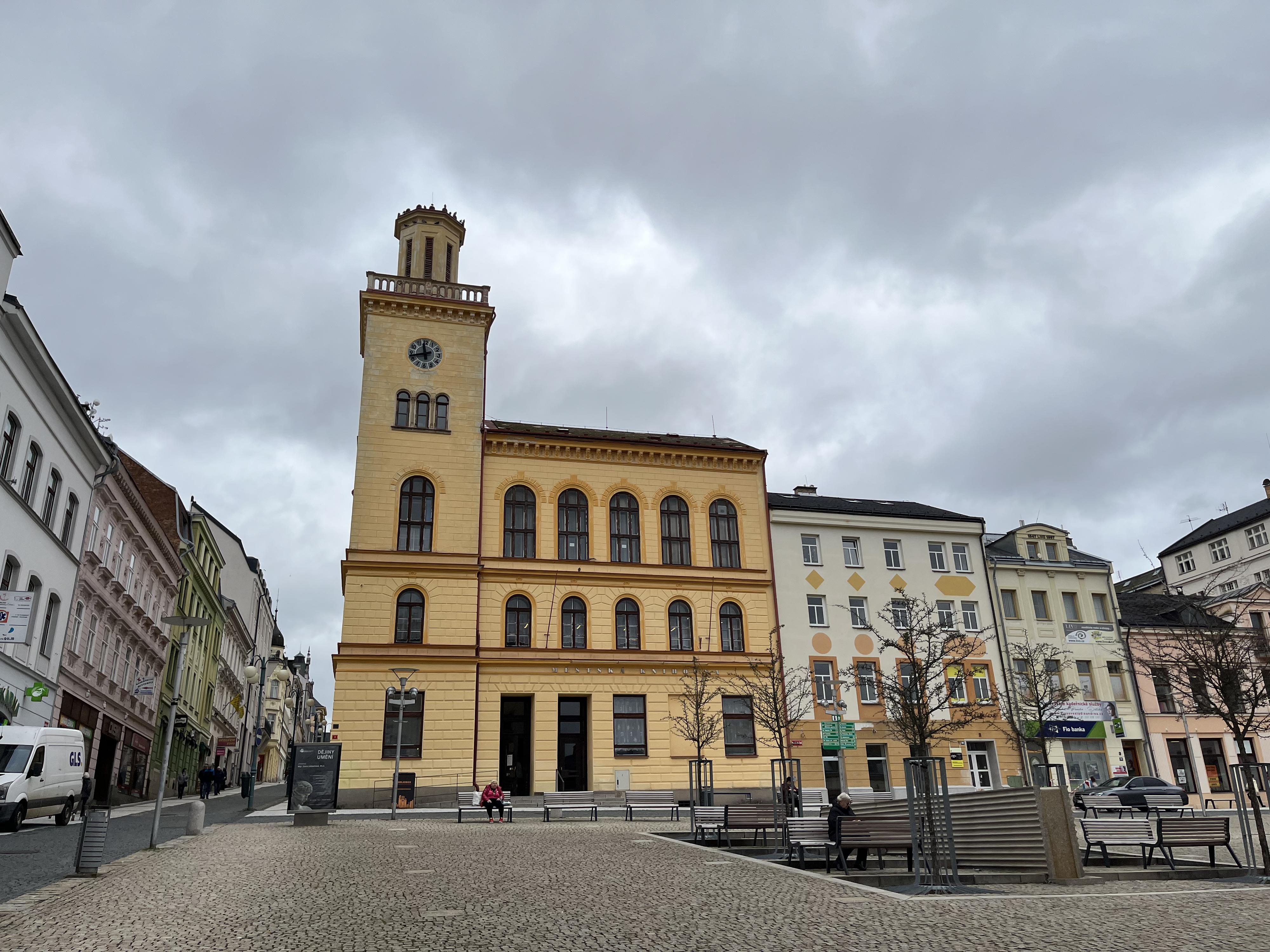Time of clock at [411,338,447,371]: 11:42
